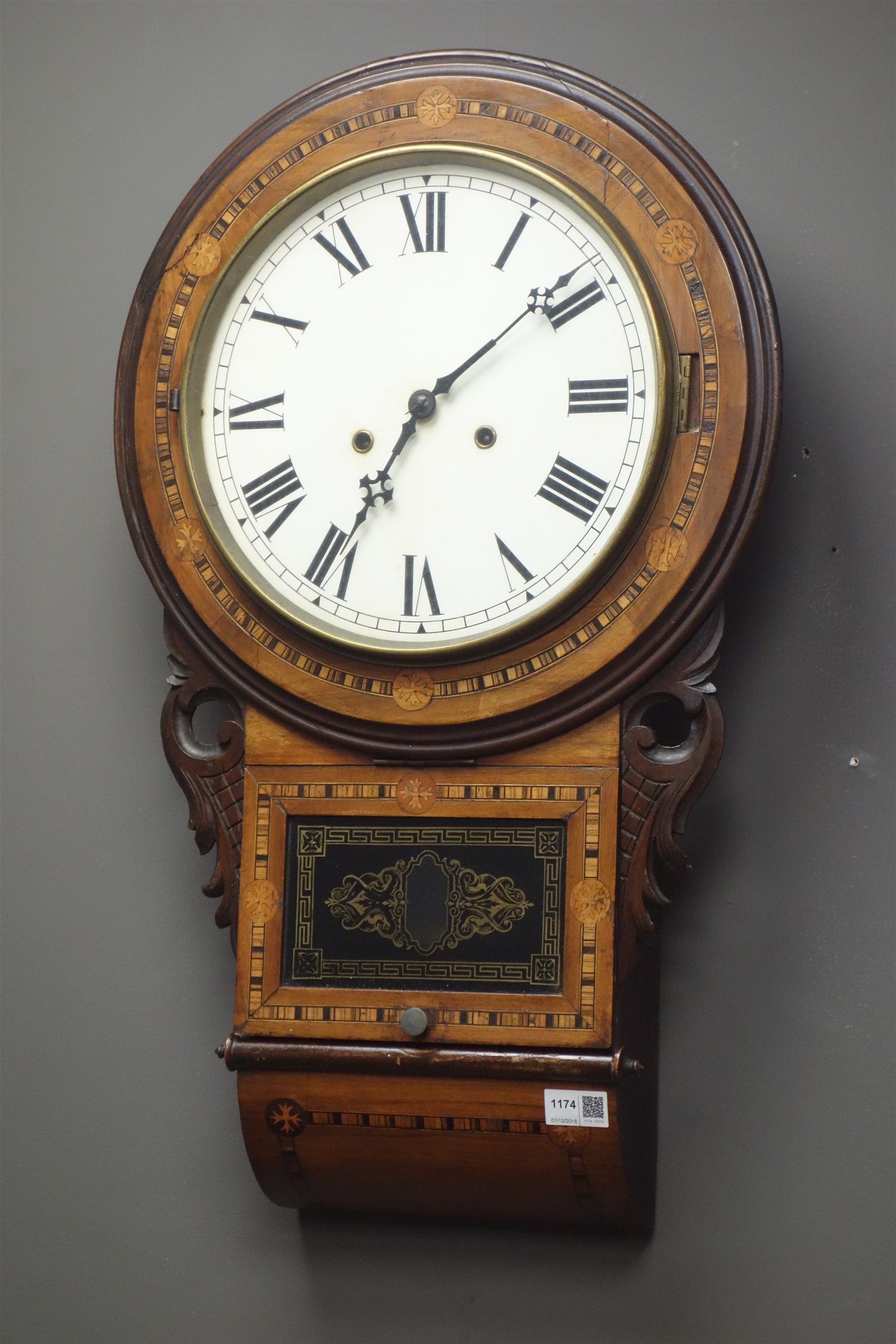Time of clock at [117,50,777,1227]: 7:08
